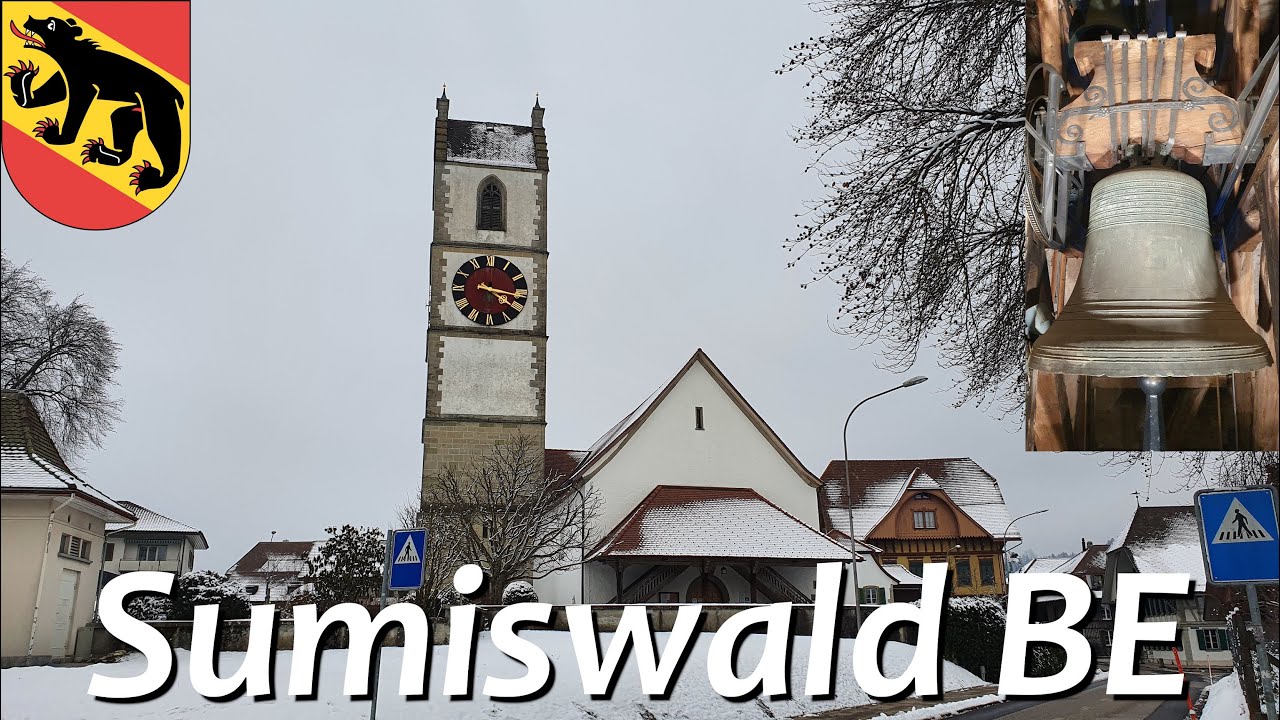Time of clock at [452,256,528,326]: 4:16
